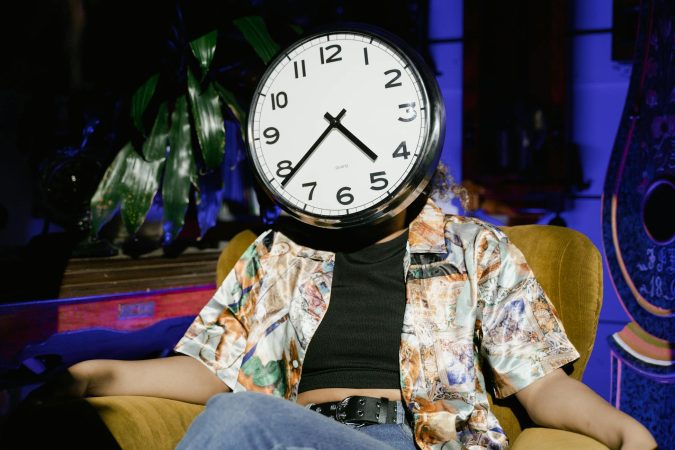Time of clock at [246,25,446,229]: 4:38
